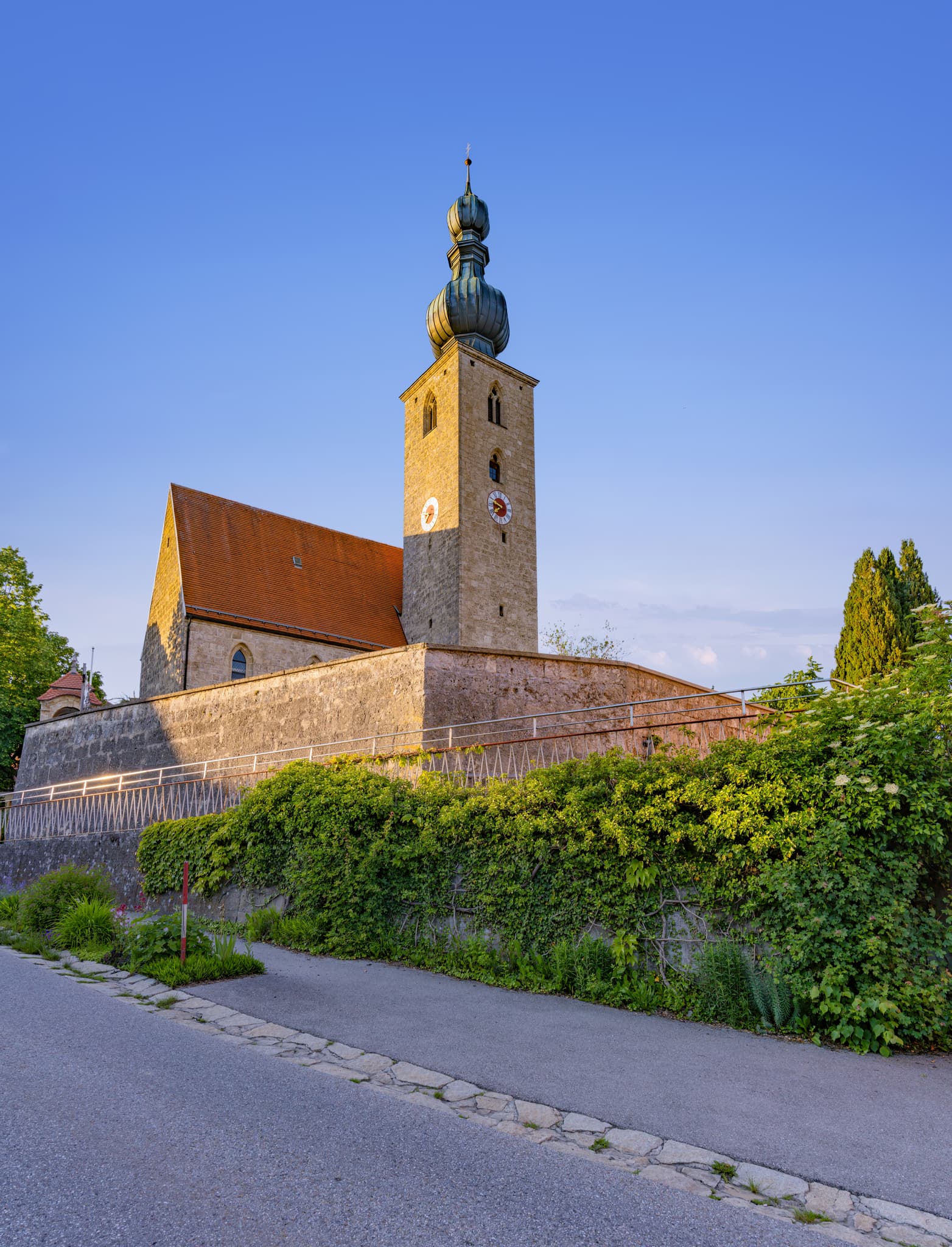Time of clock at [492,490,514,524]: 7:48
